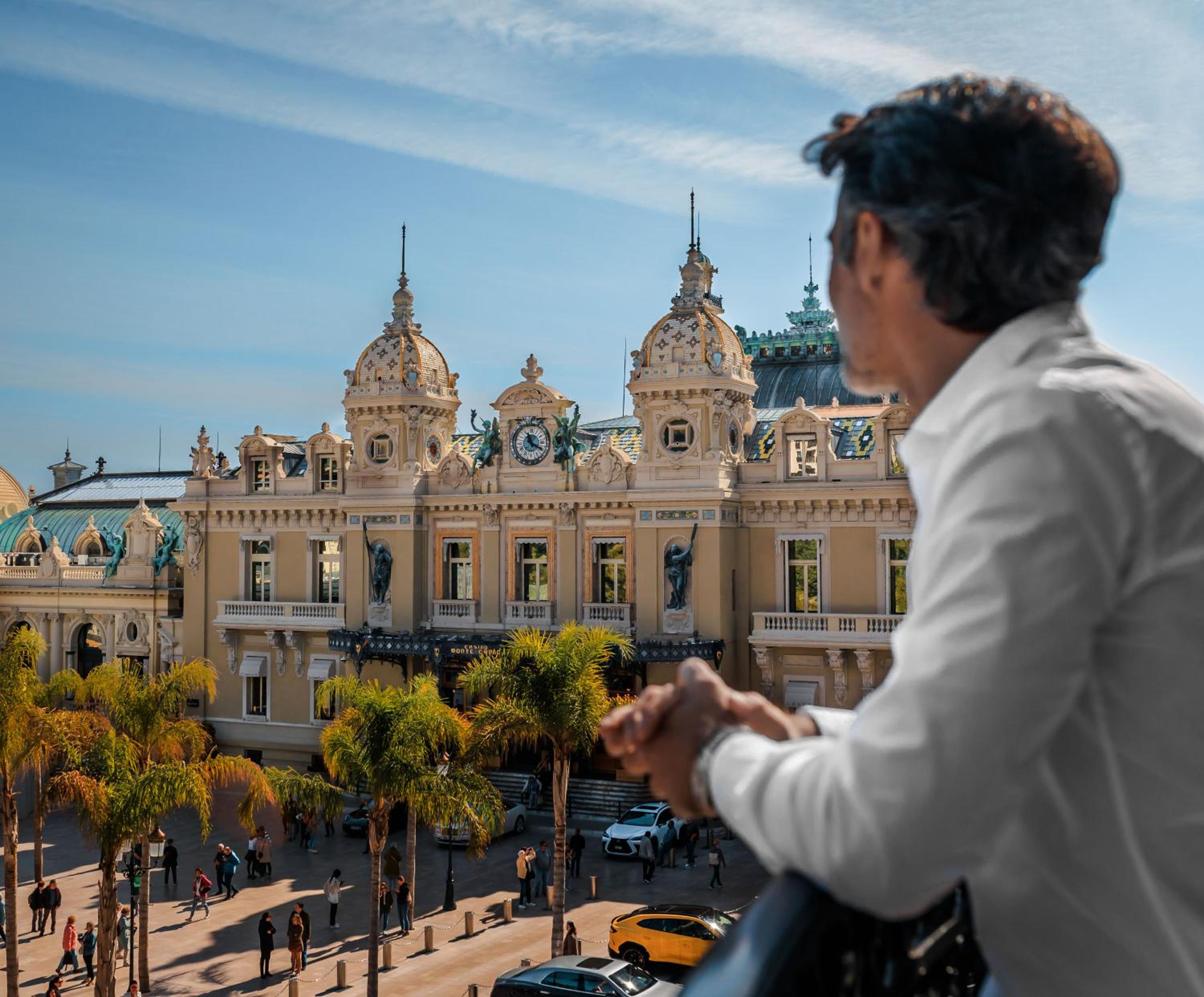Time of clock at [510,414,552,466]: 11:19
